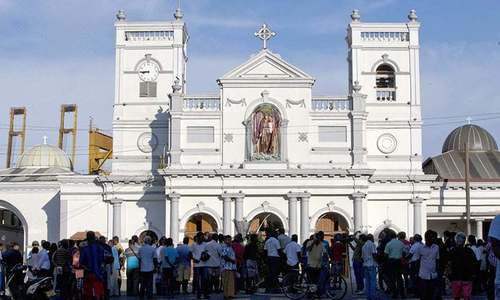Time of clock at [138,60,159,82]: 8:45
